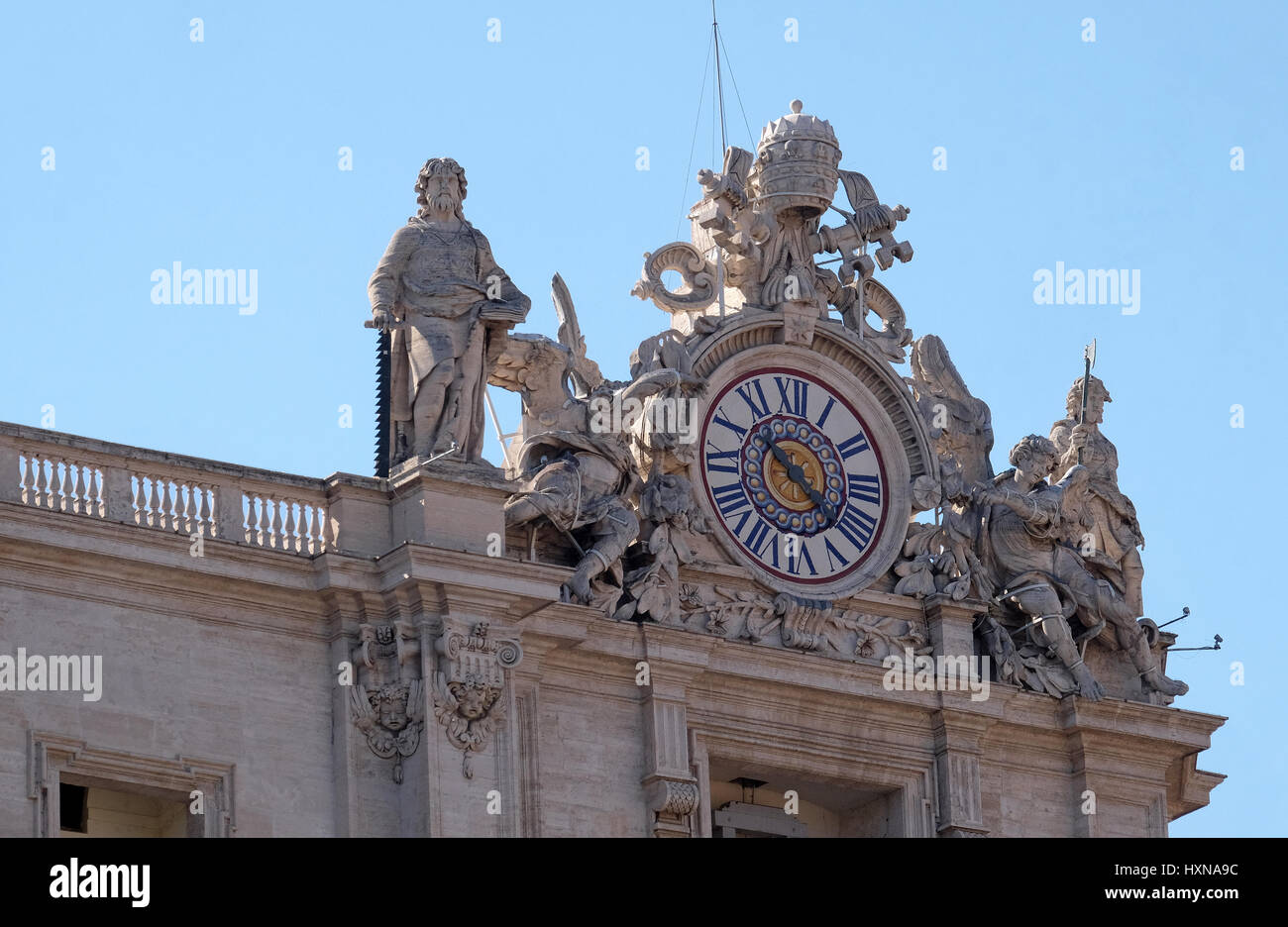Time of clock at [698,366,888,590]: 10:22
